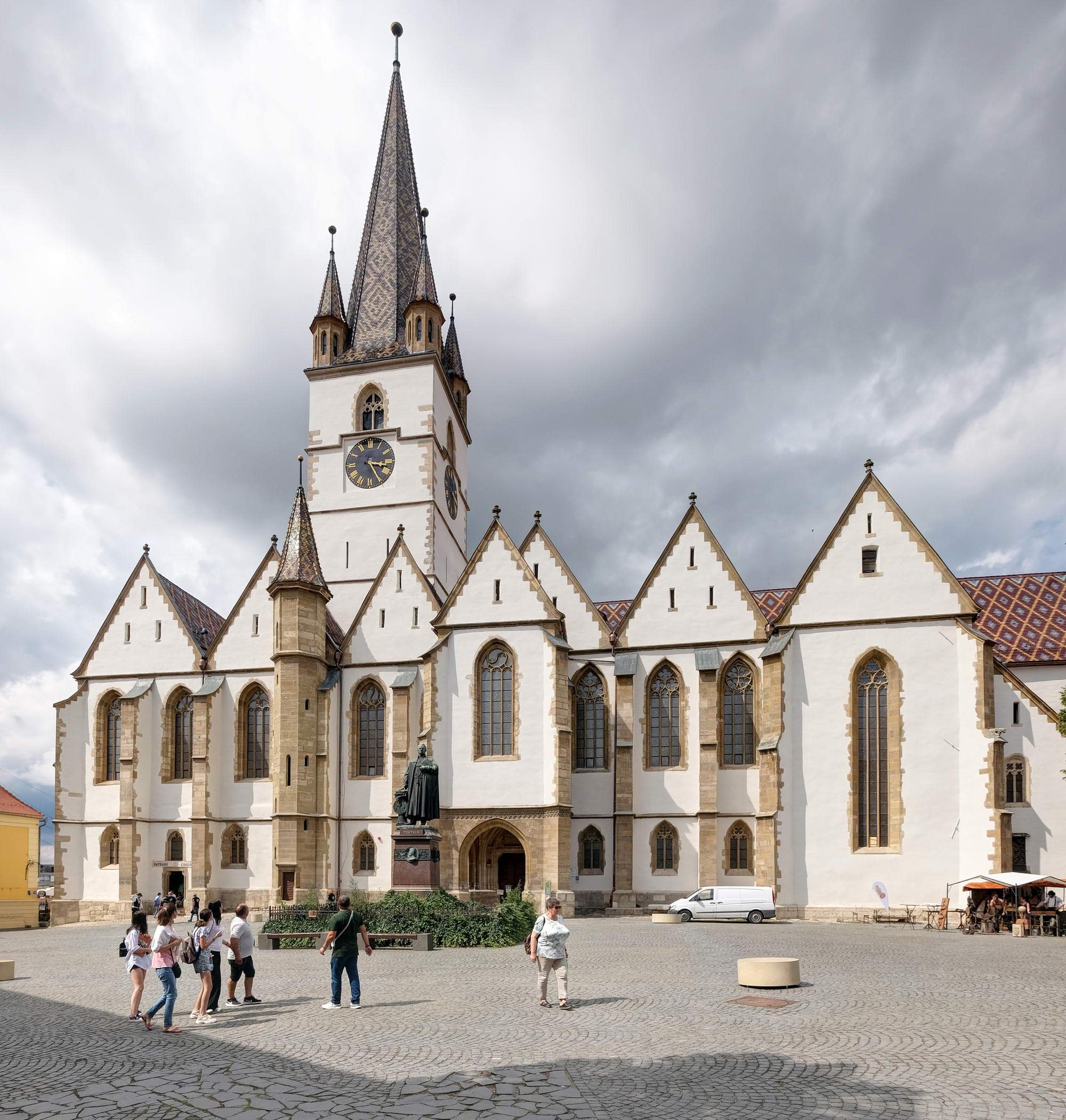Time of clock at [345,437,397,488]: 3:24
